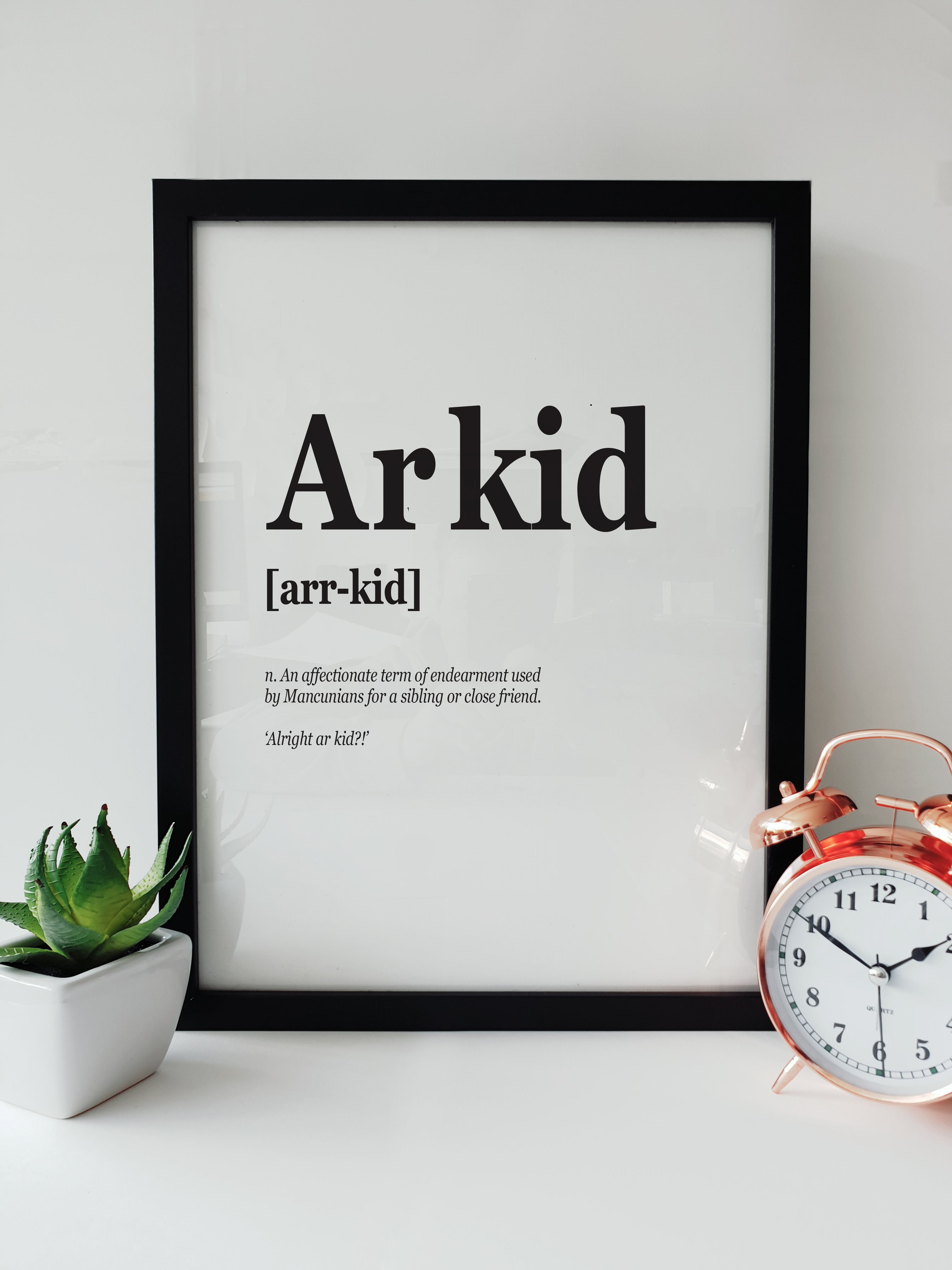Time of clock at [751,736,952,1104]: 1:49
